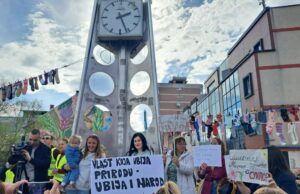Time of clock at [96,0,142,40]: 2:26
